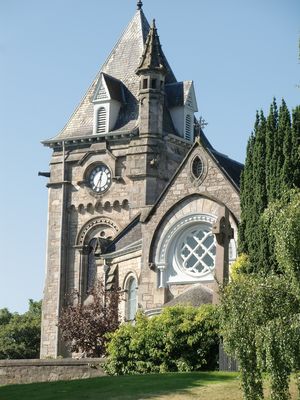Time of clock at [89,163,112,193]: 12:34
